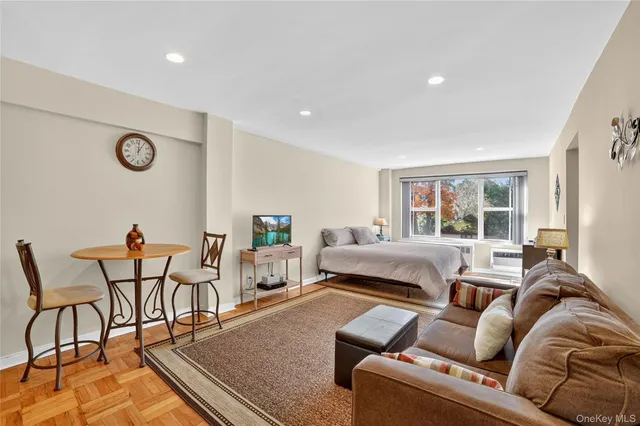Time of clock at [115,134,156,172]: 12:05
